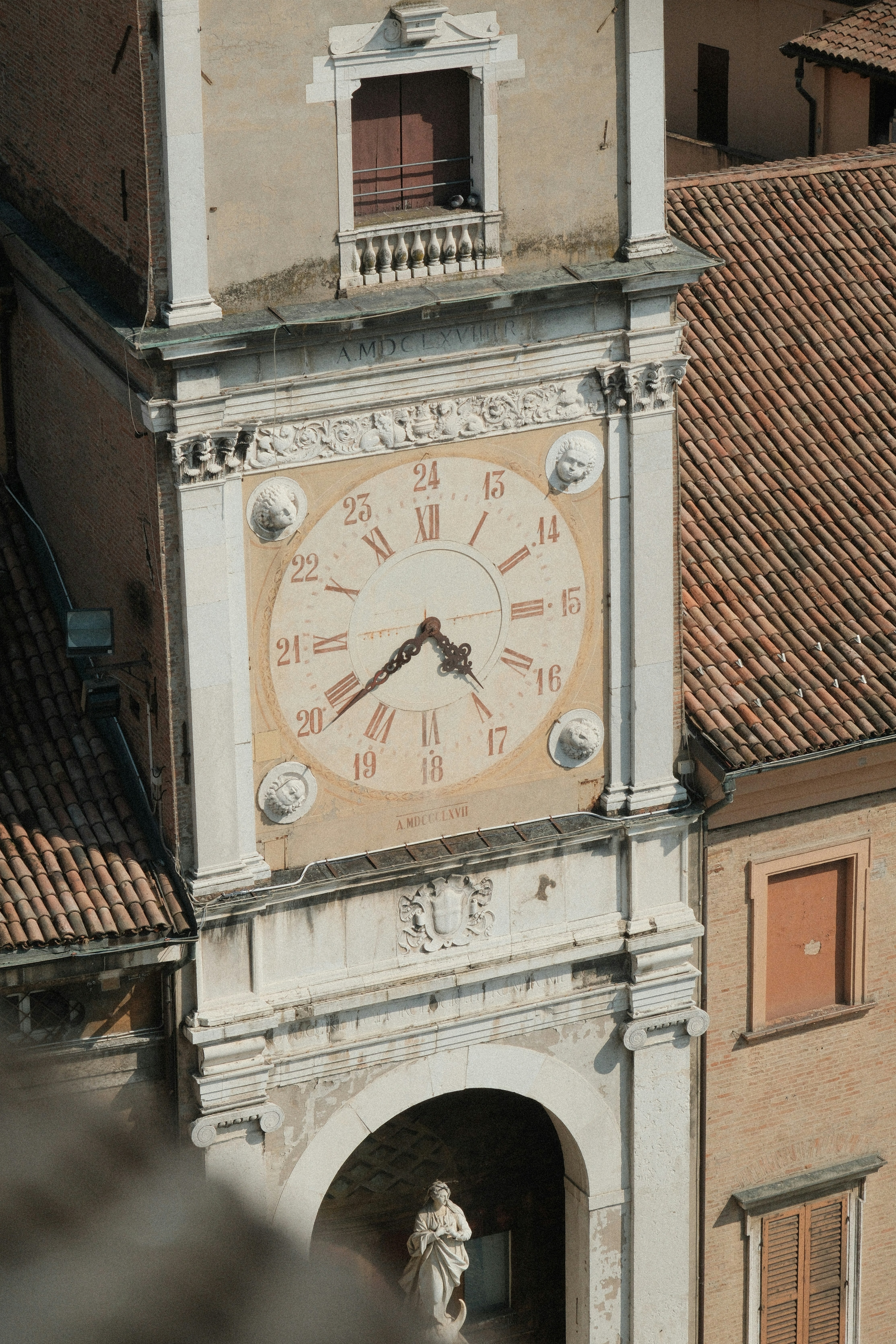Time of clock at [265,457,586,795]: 4:39
